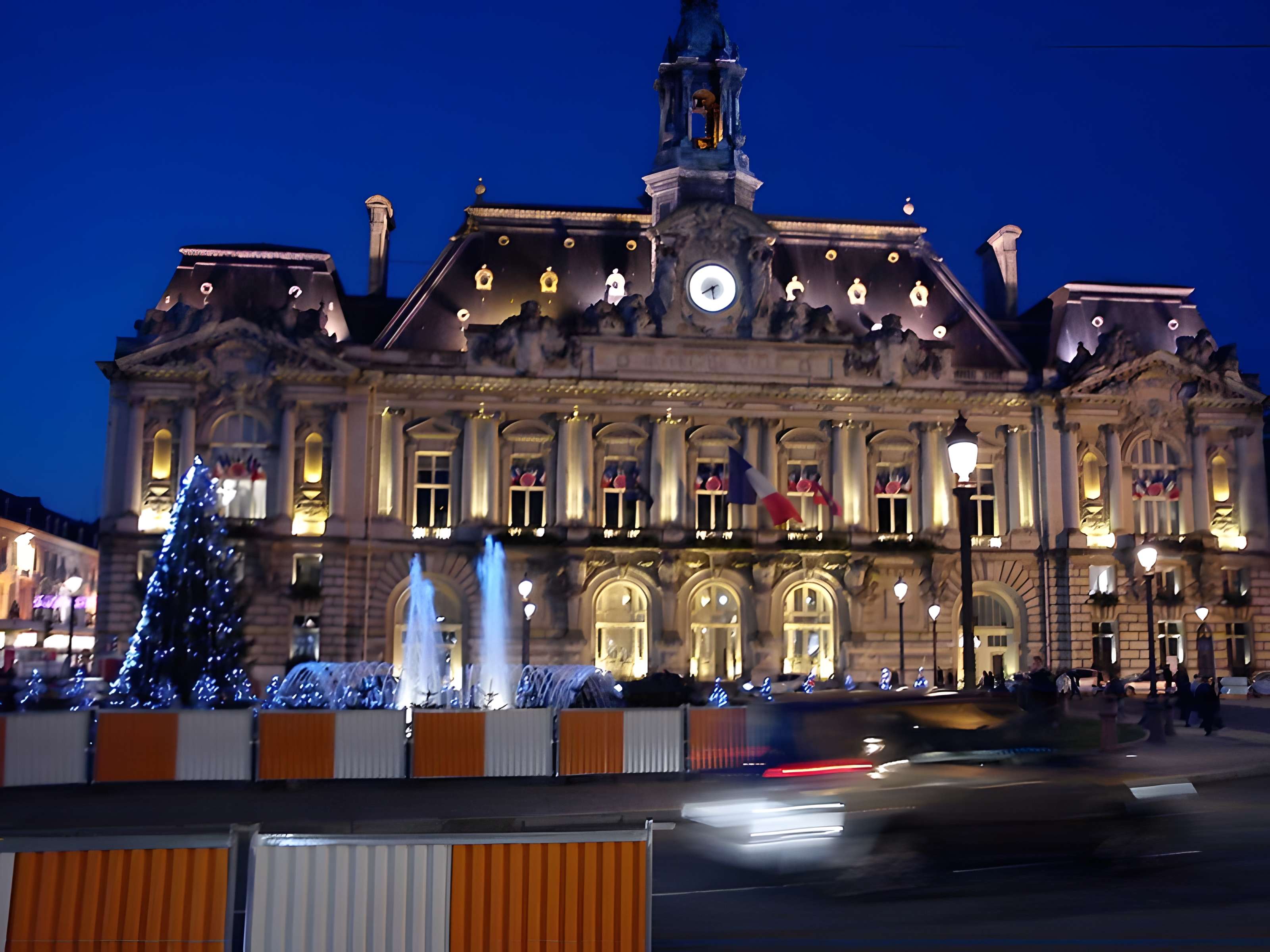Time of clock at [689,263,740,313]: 5:40
